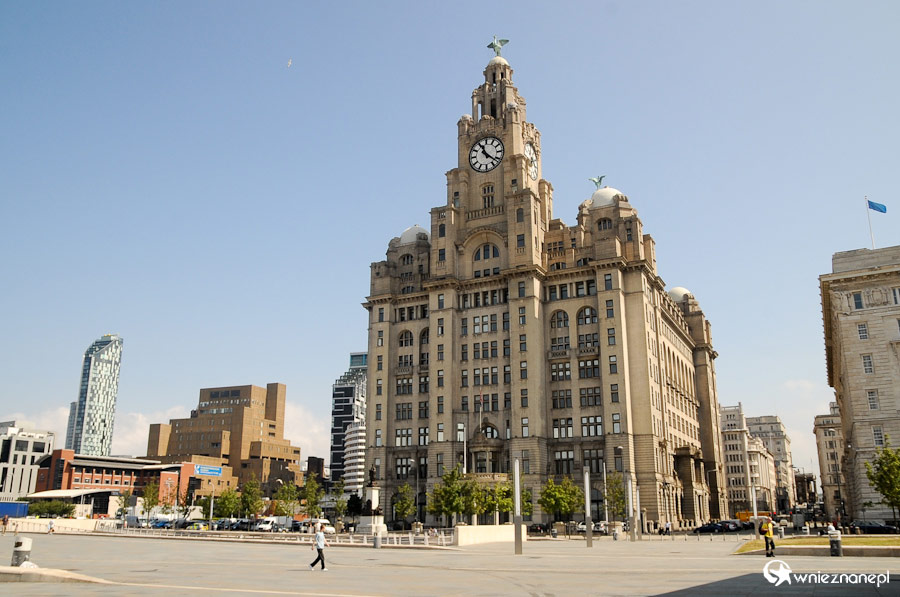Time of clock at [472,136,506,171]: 11:21
